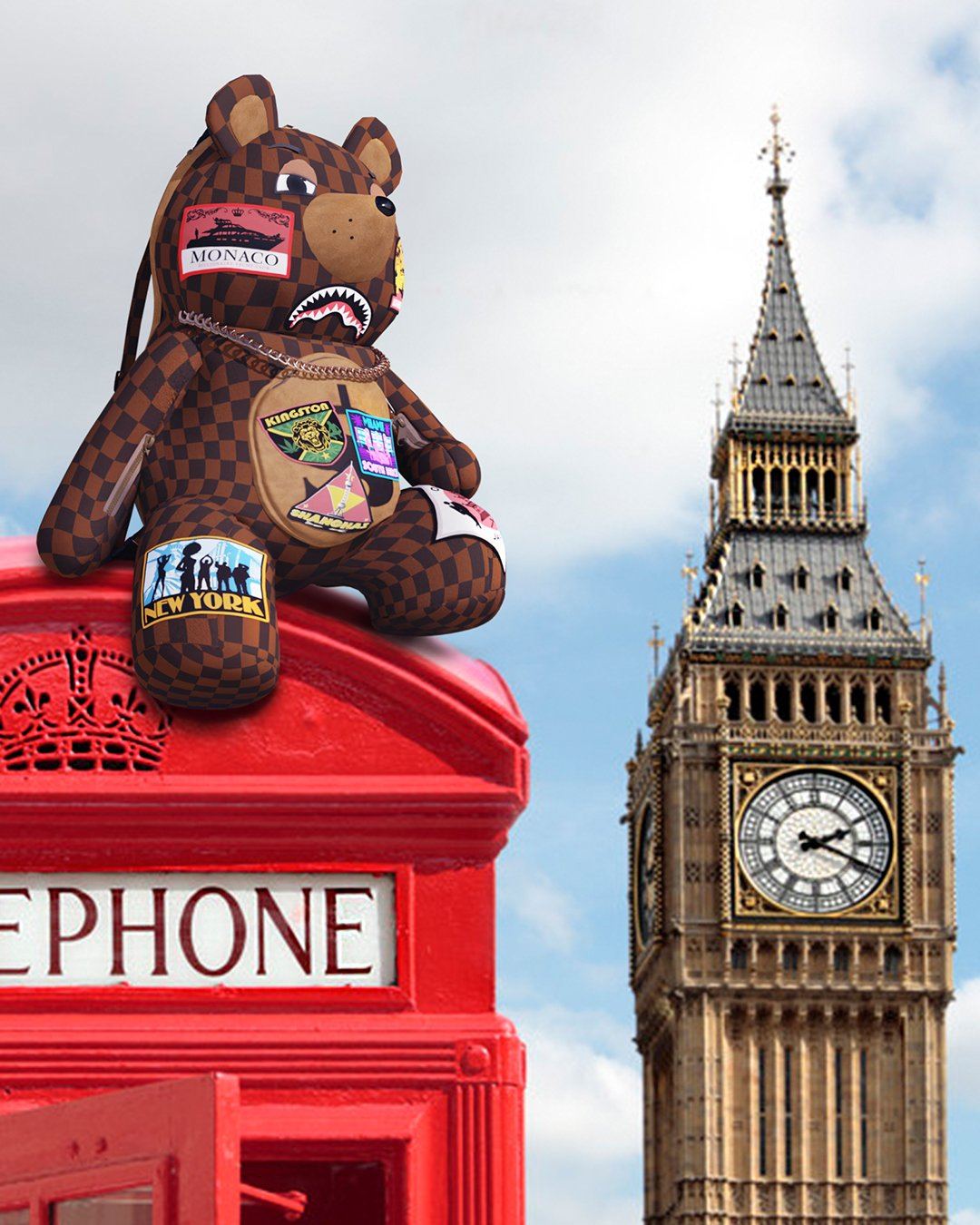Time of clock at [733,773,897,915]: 2:18
